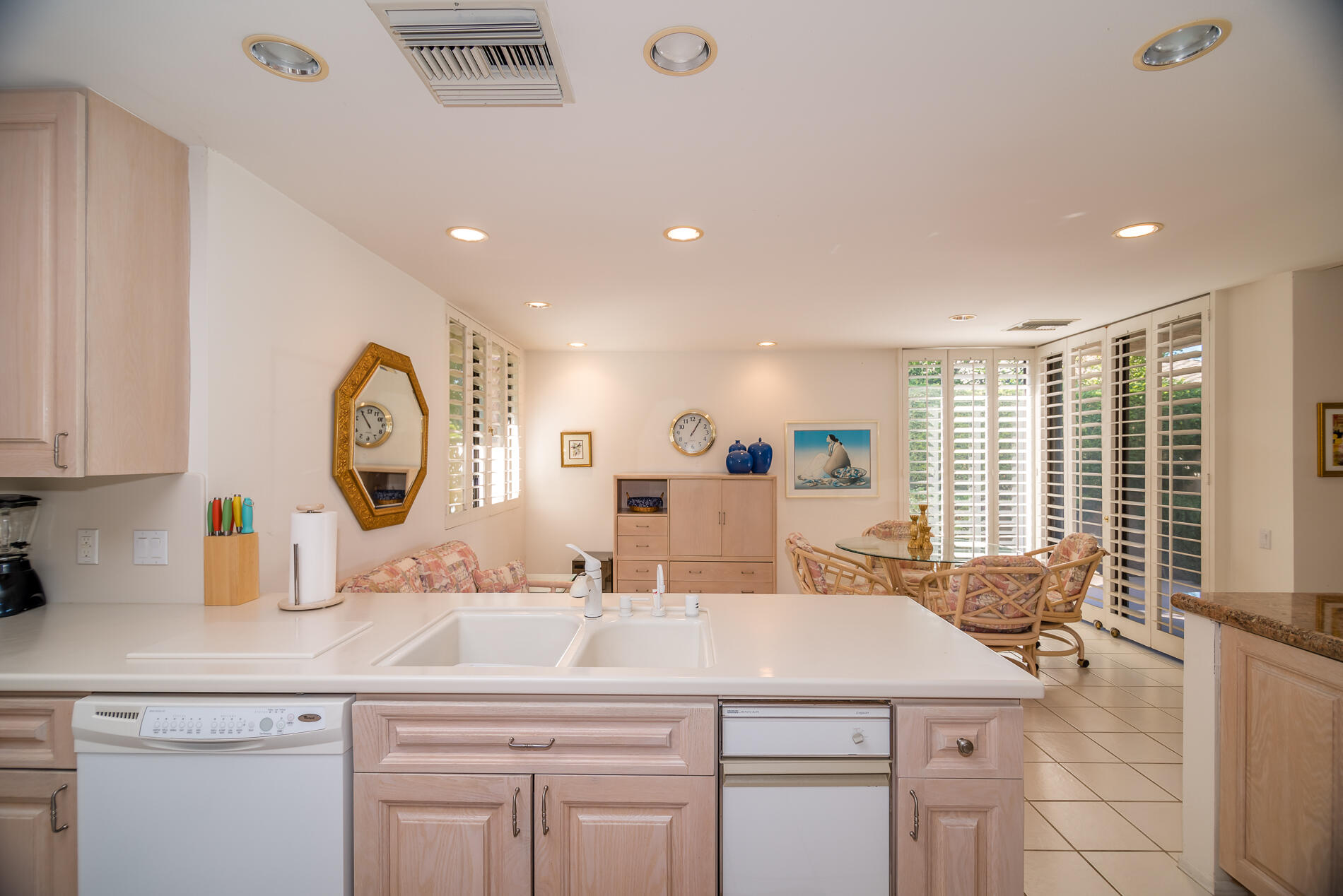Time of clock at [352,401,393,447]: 10:54
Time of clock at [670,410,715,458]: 1:05
